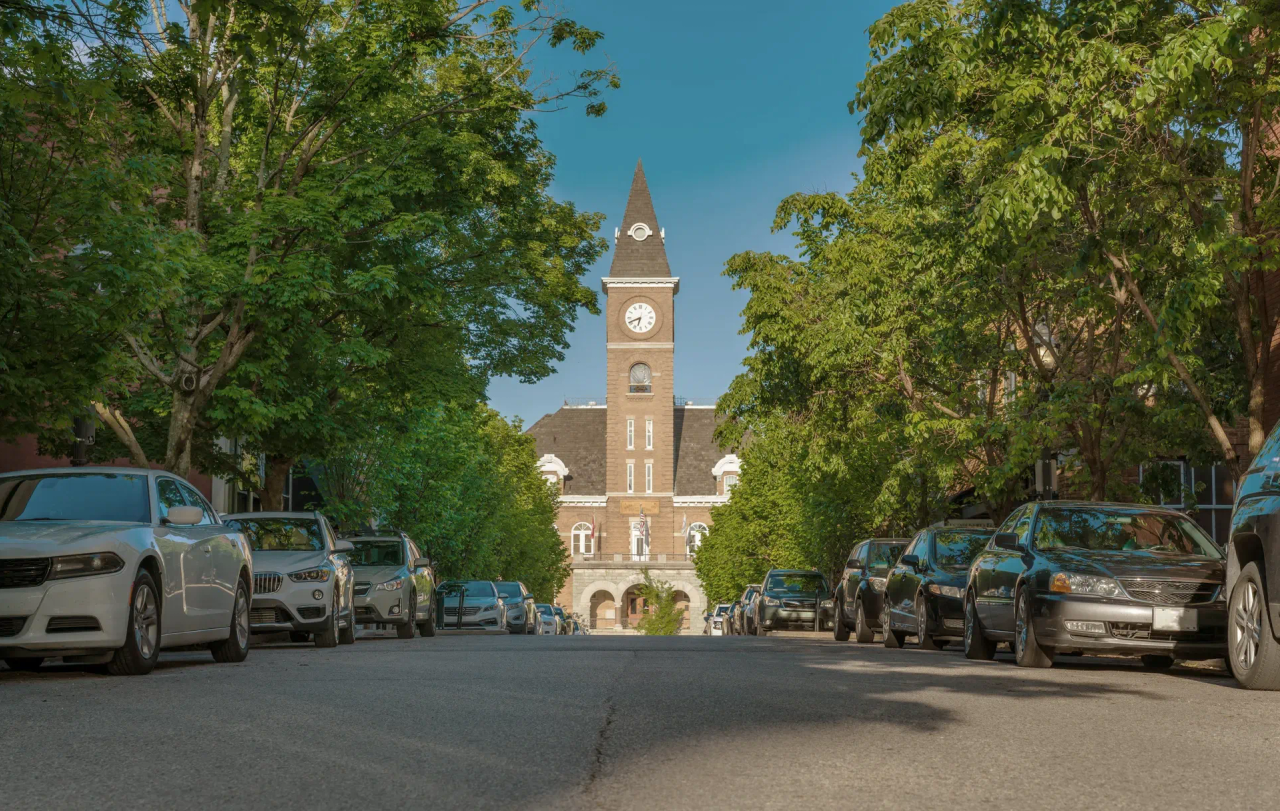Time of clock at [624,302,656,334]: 6:41
